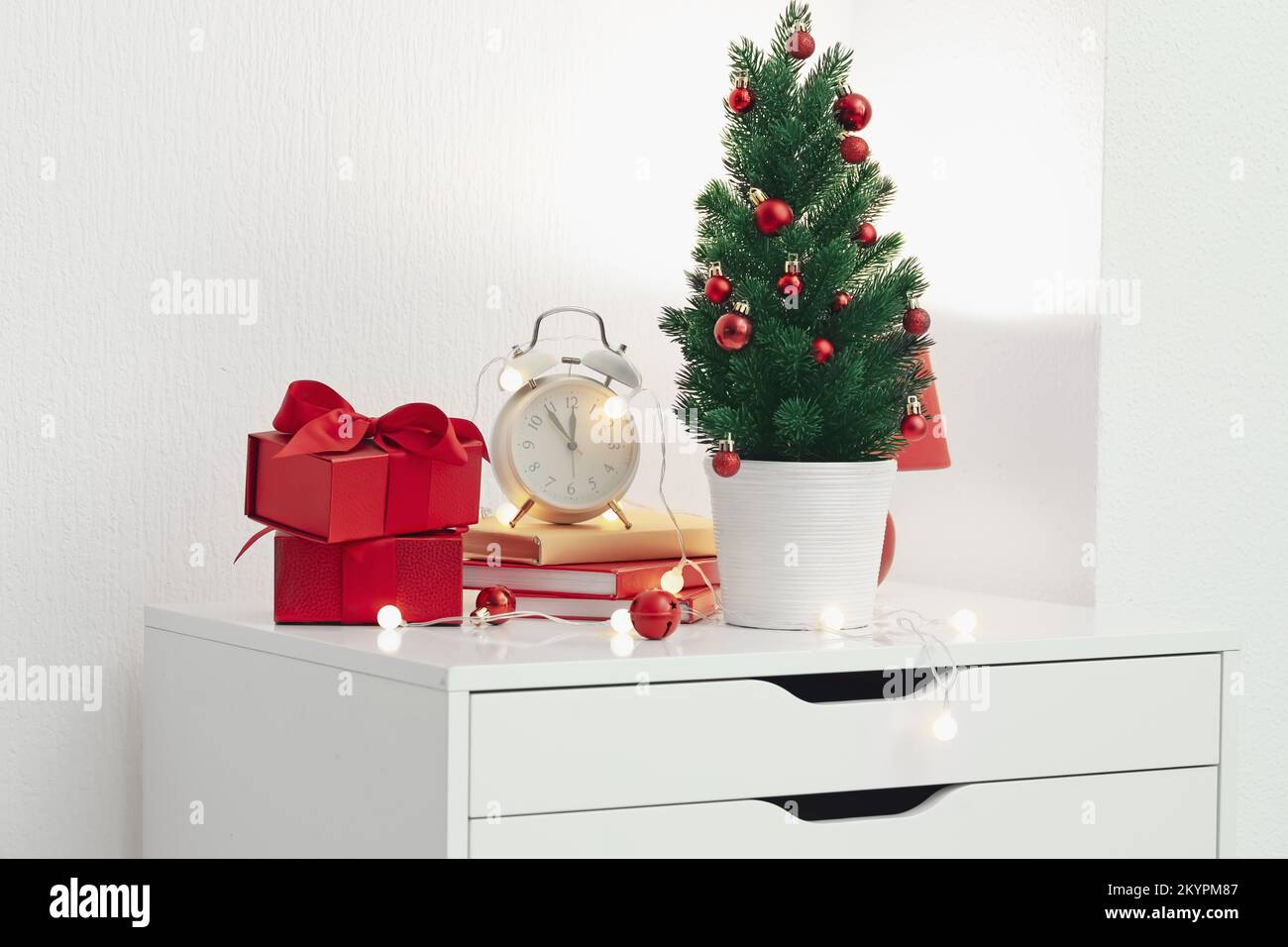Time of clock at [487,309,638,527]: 11:54
